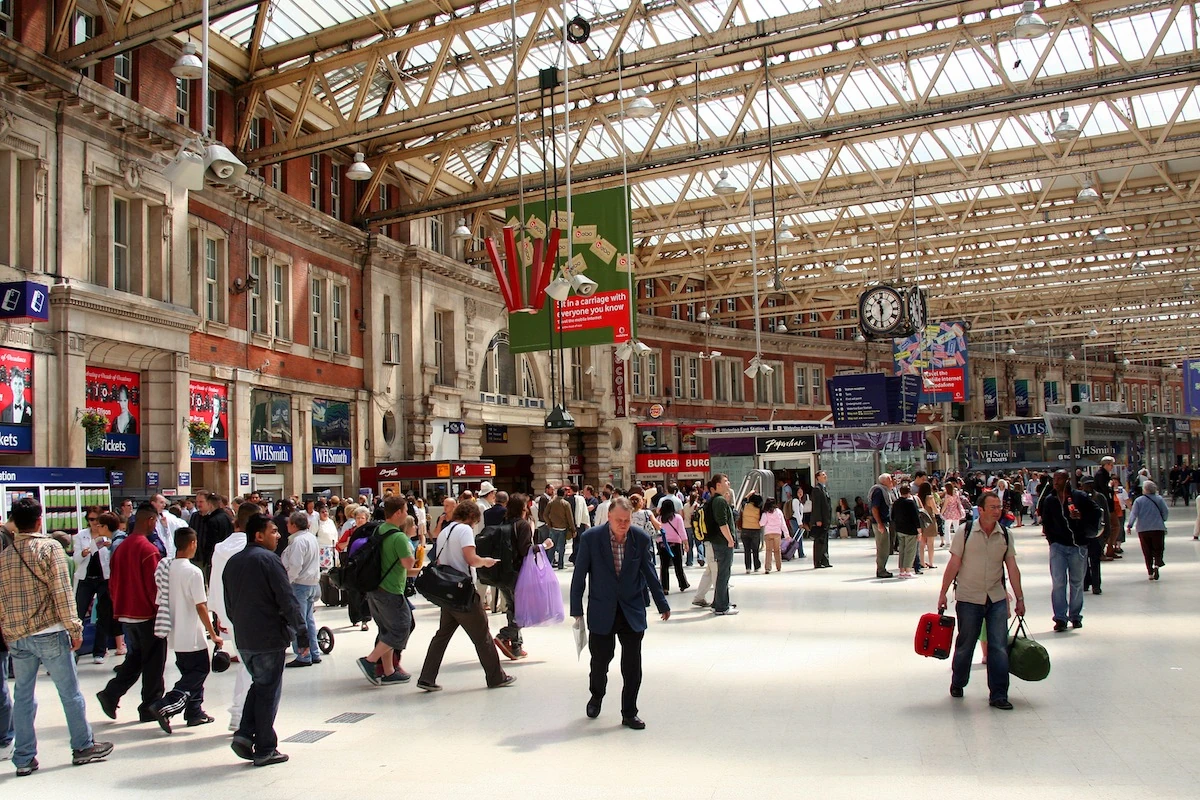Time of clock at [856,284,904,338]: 11:30
